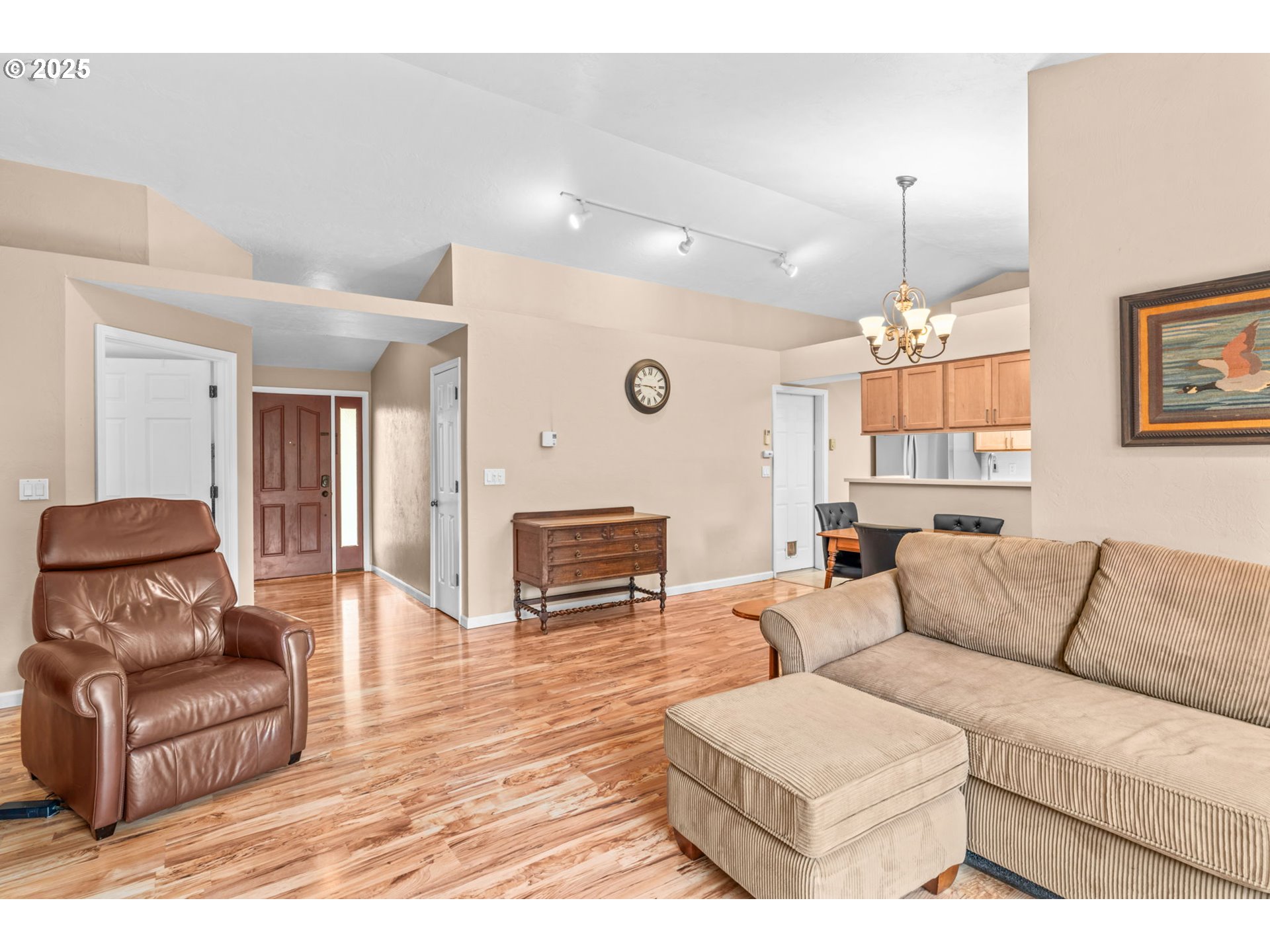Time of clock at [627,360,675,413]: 3:45
